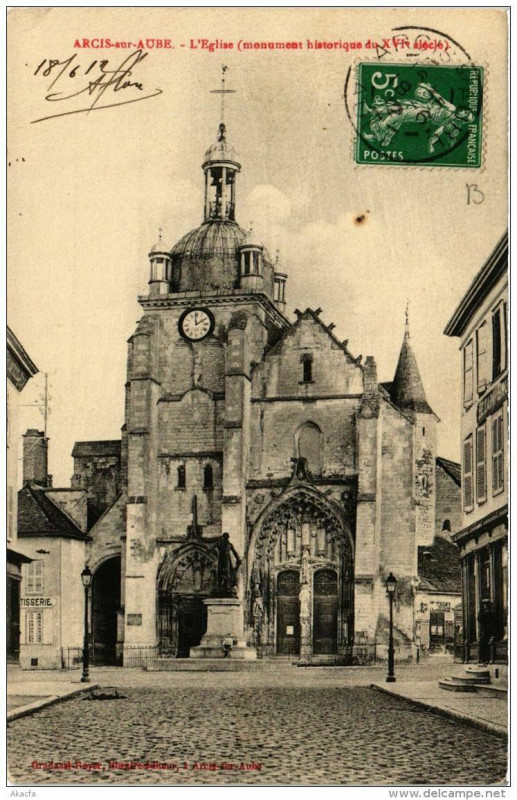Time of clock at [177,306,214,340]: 1:59
